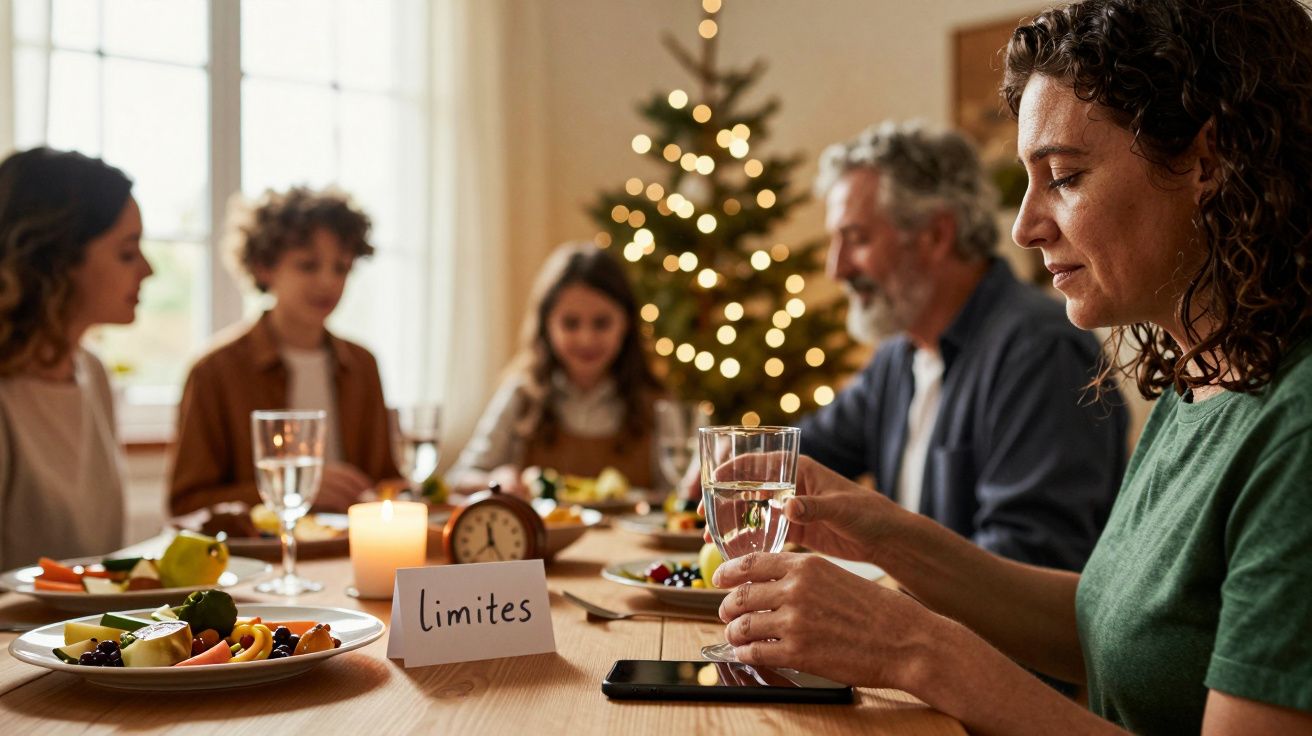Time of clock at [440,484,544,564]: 11:36
